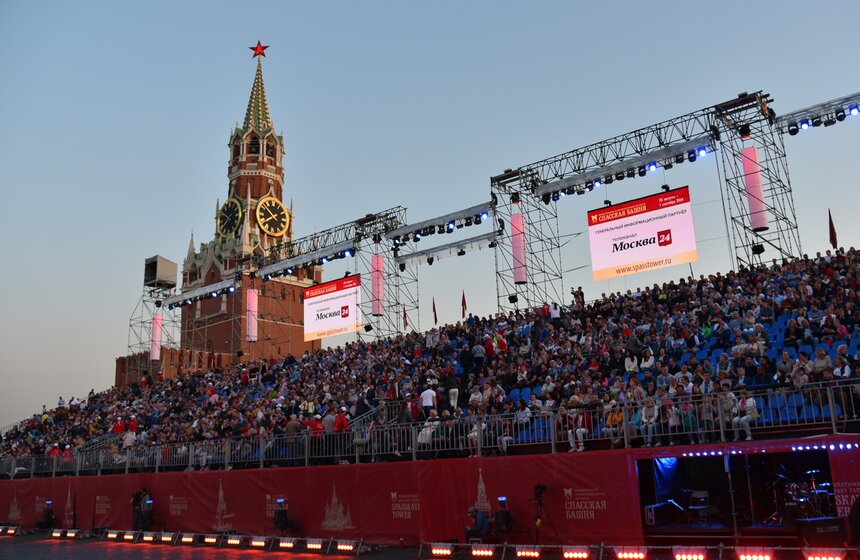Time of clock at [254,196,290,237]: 7:51
